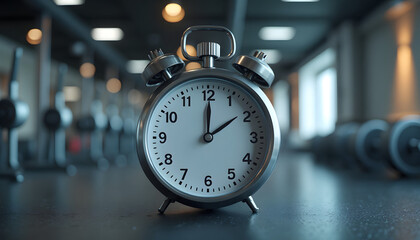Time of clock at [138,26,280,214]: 2:00
